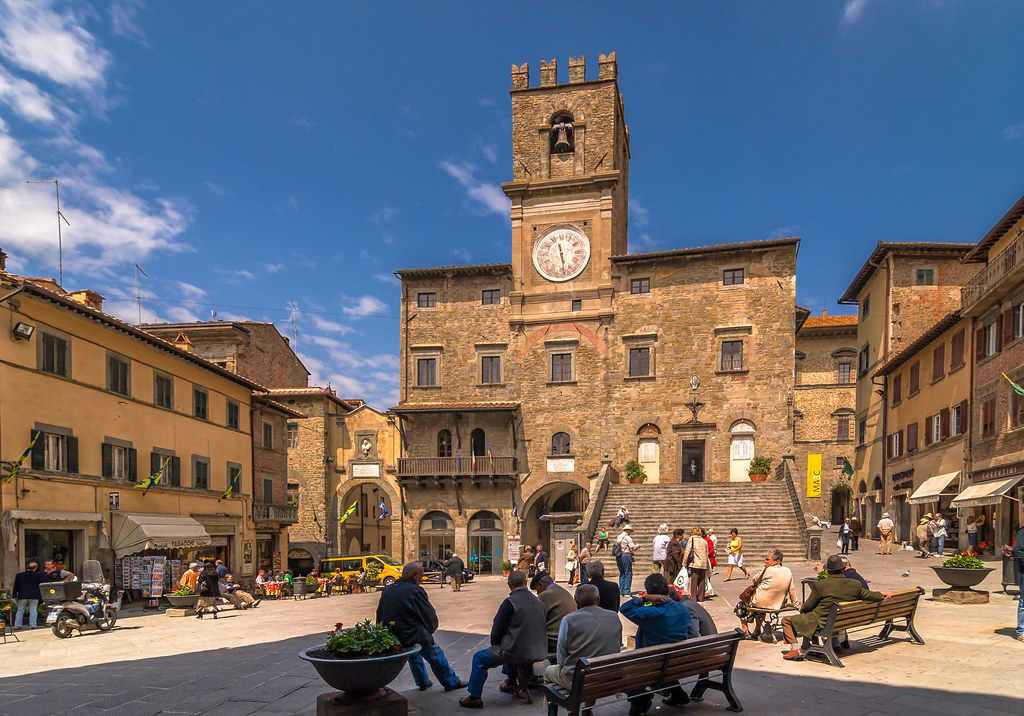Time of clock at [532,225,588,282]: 11:28
